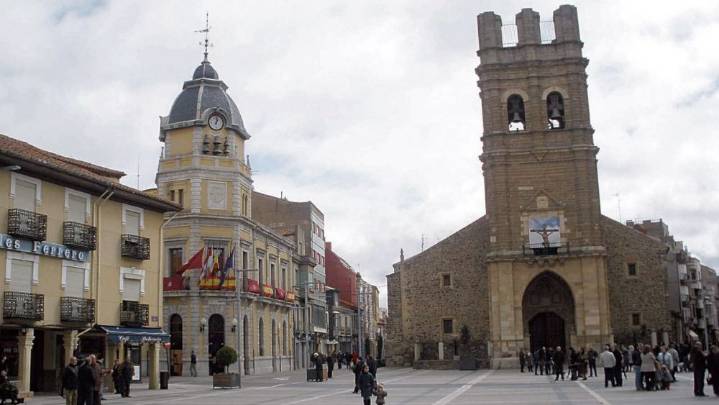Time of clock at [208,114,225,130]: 1:01
